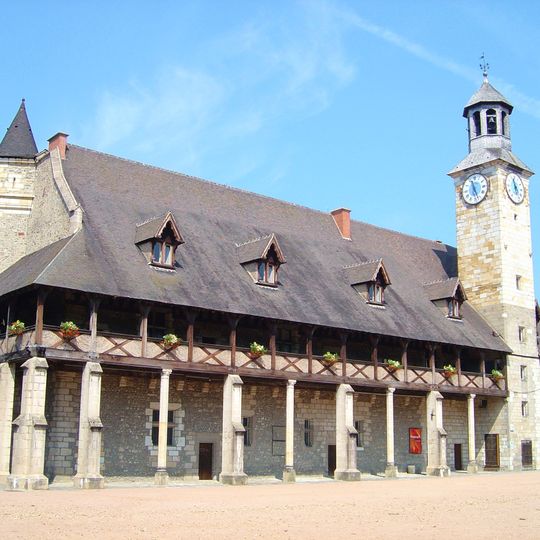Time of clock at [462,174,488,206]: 11:26
